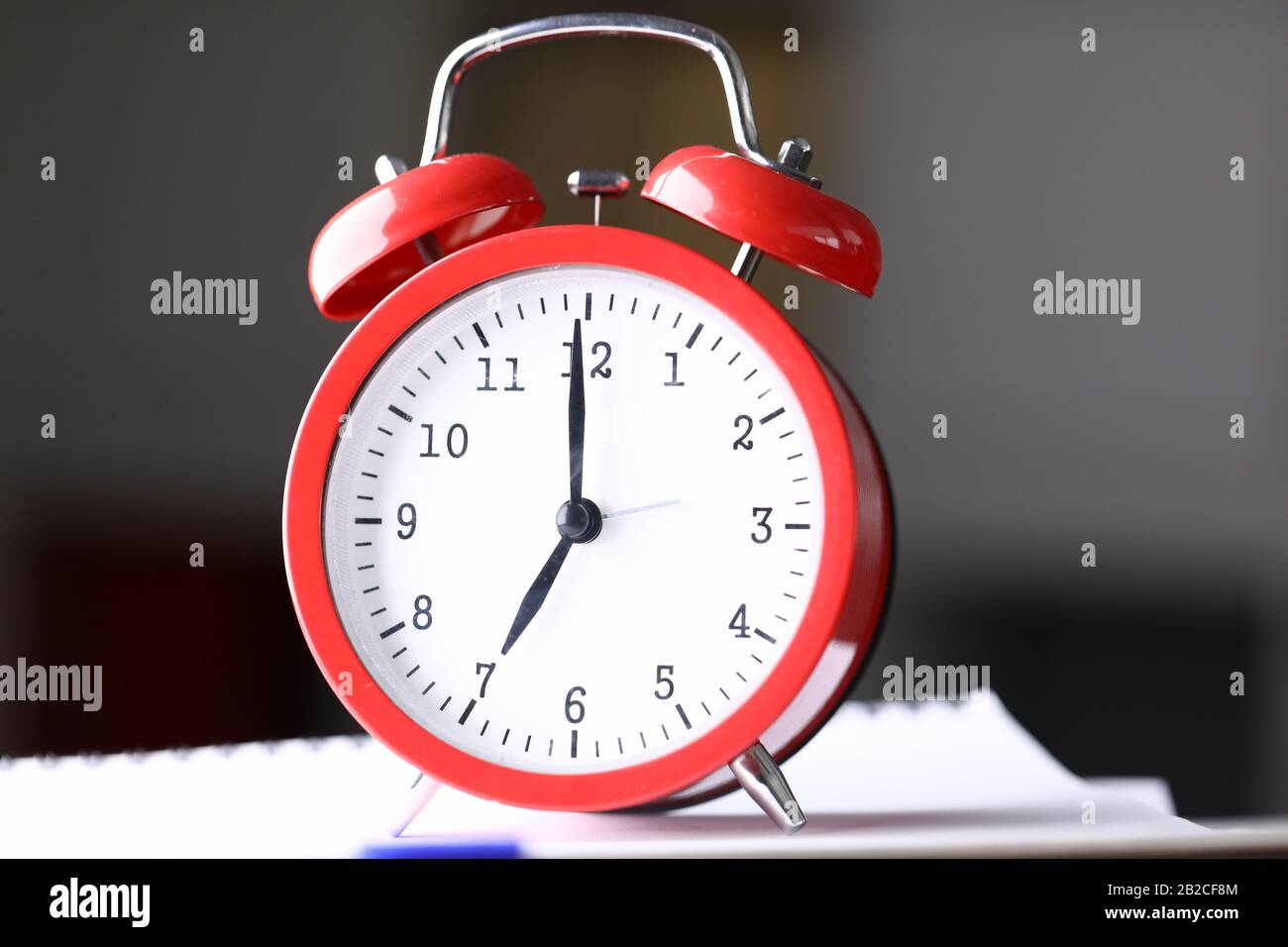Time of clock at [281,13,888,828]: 6:59
